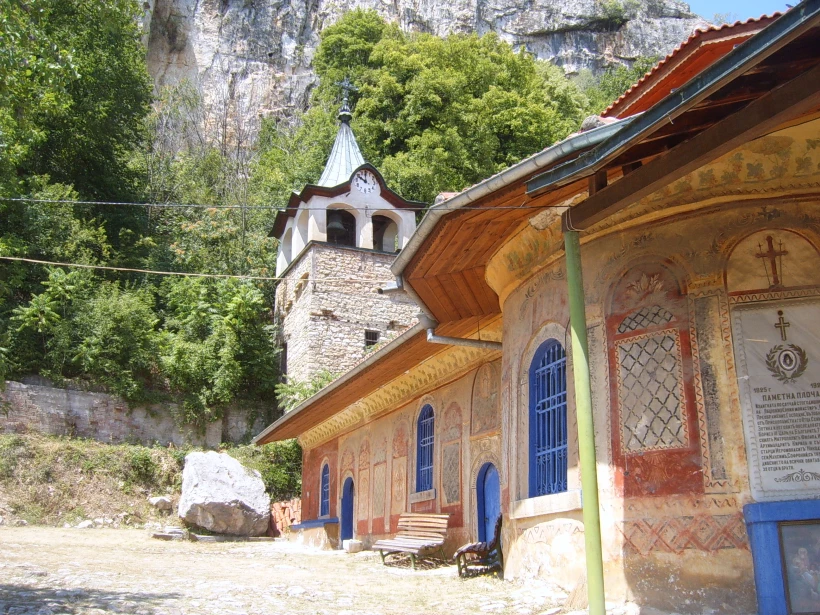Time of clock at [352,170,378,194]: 10:00
